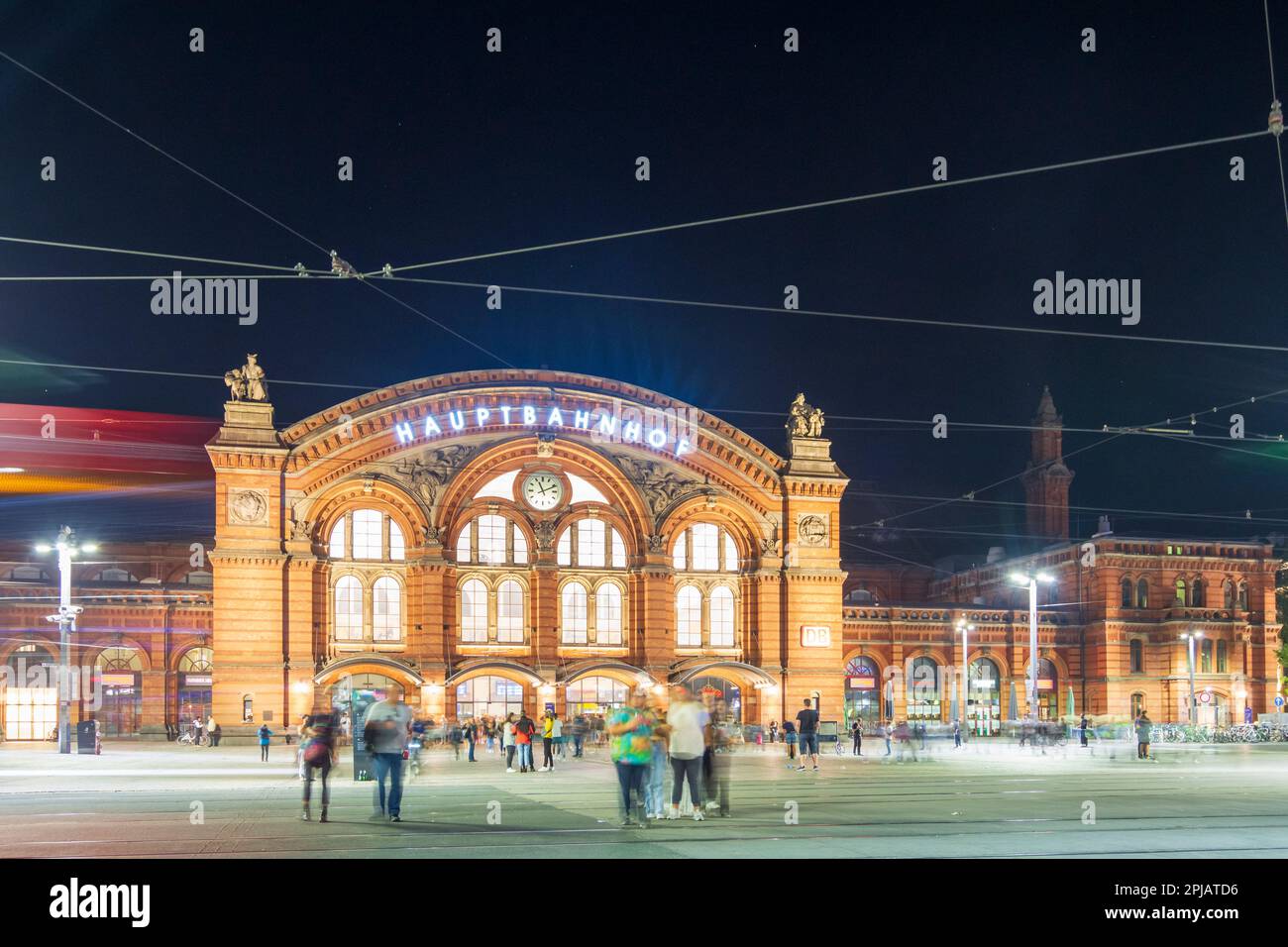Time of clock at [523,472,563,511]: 11:11
